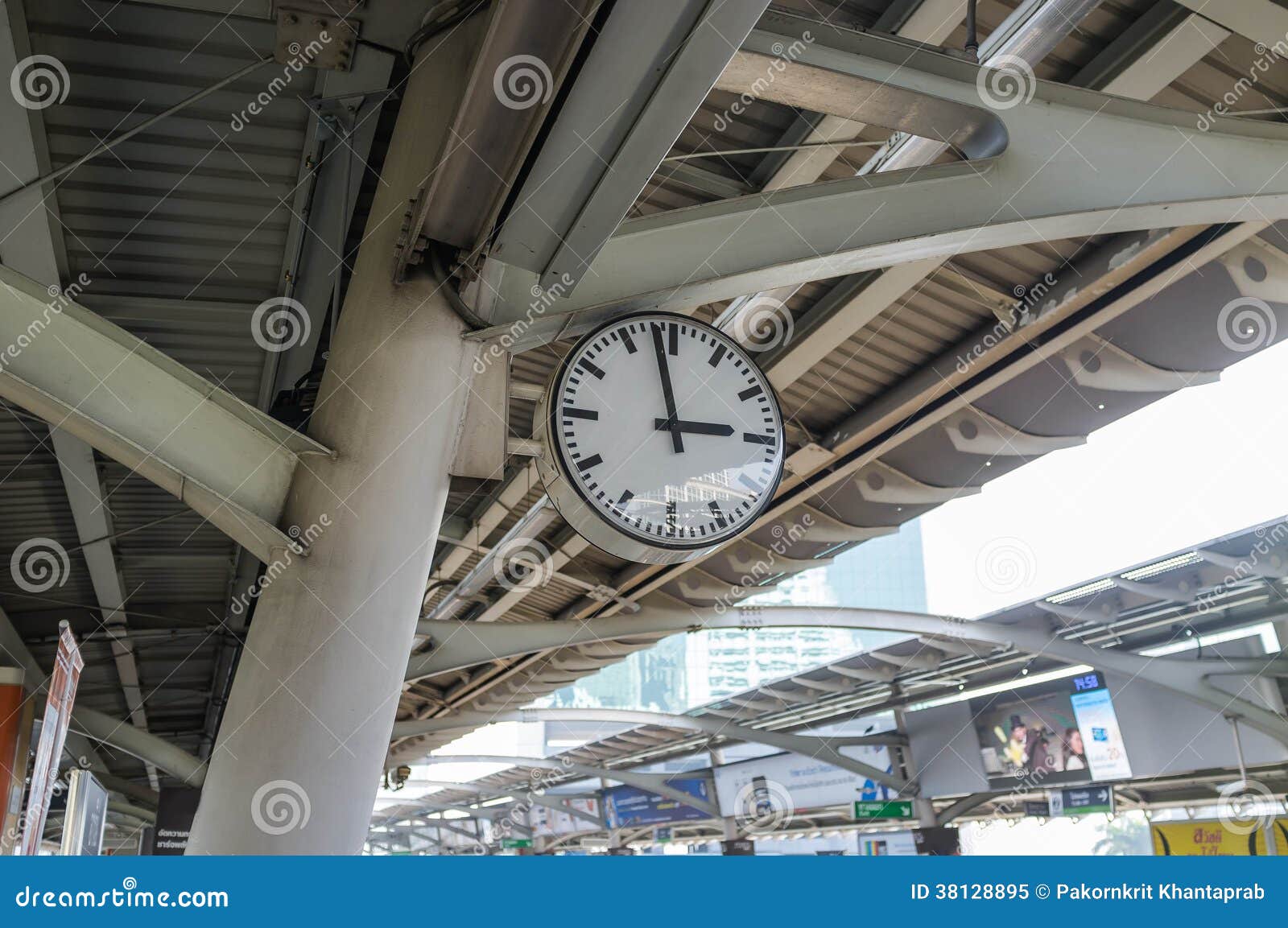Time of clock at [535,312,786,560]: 2:58
